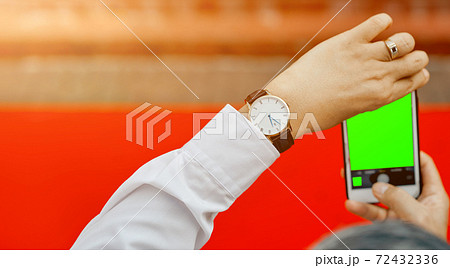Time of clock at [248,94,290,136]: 5:21
